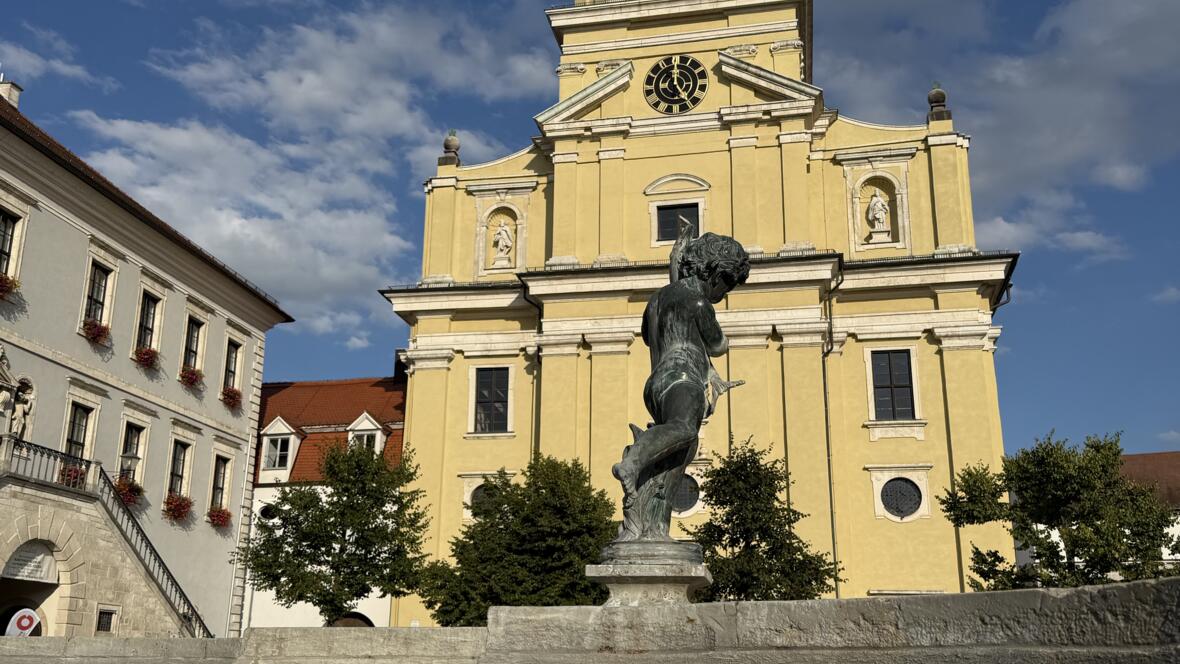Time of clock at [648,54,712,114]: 4:59
